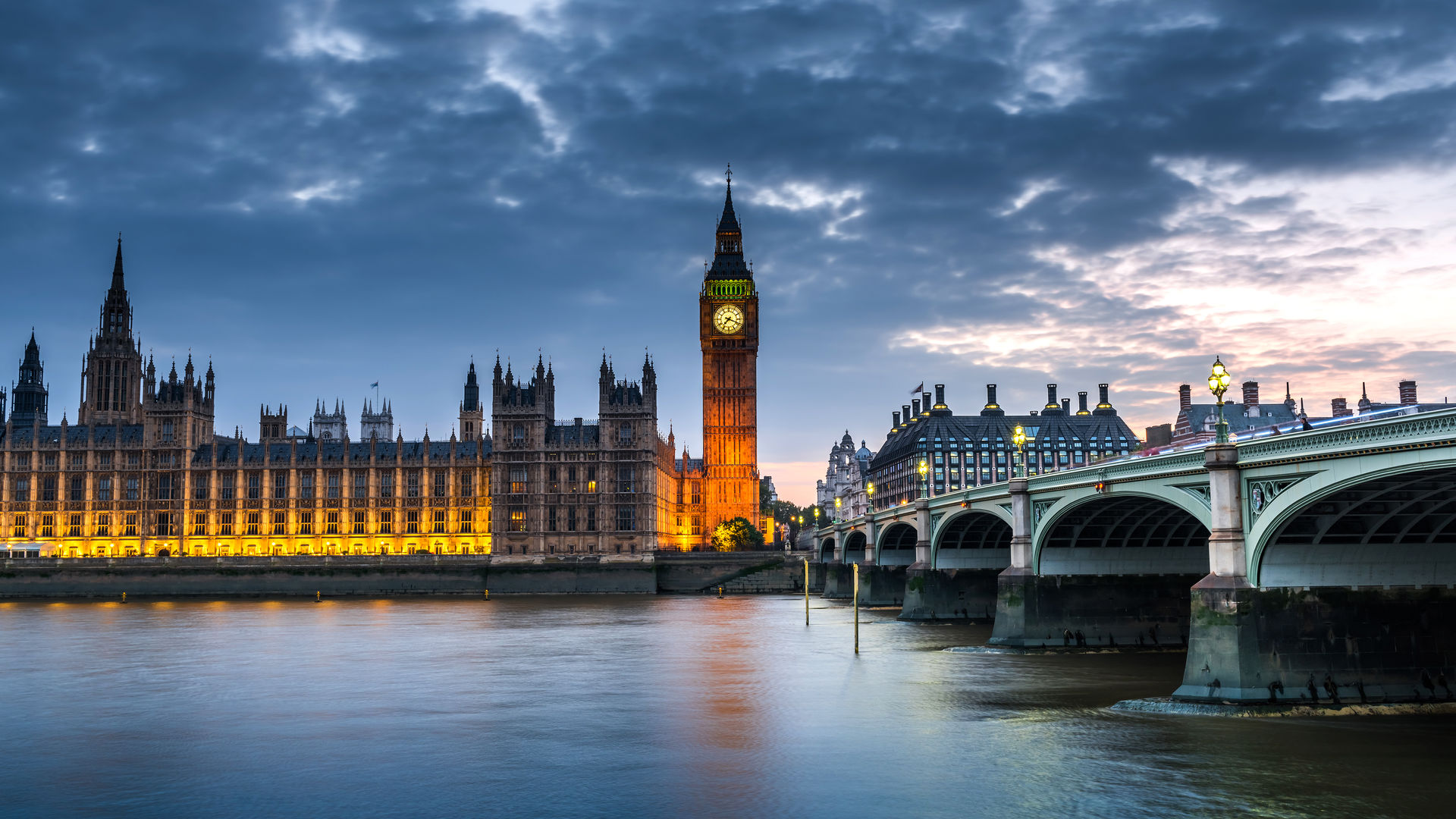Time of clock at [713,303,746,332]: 7:18
